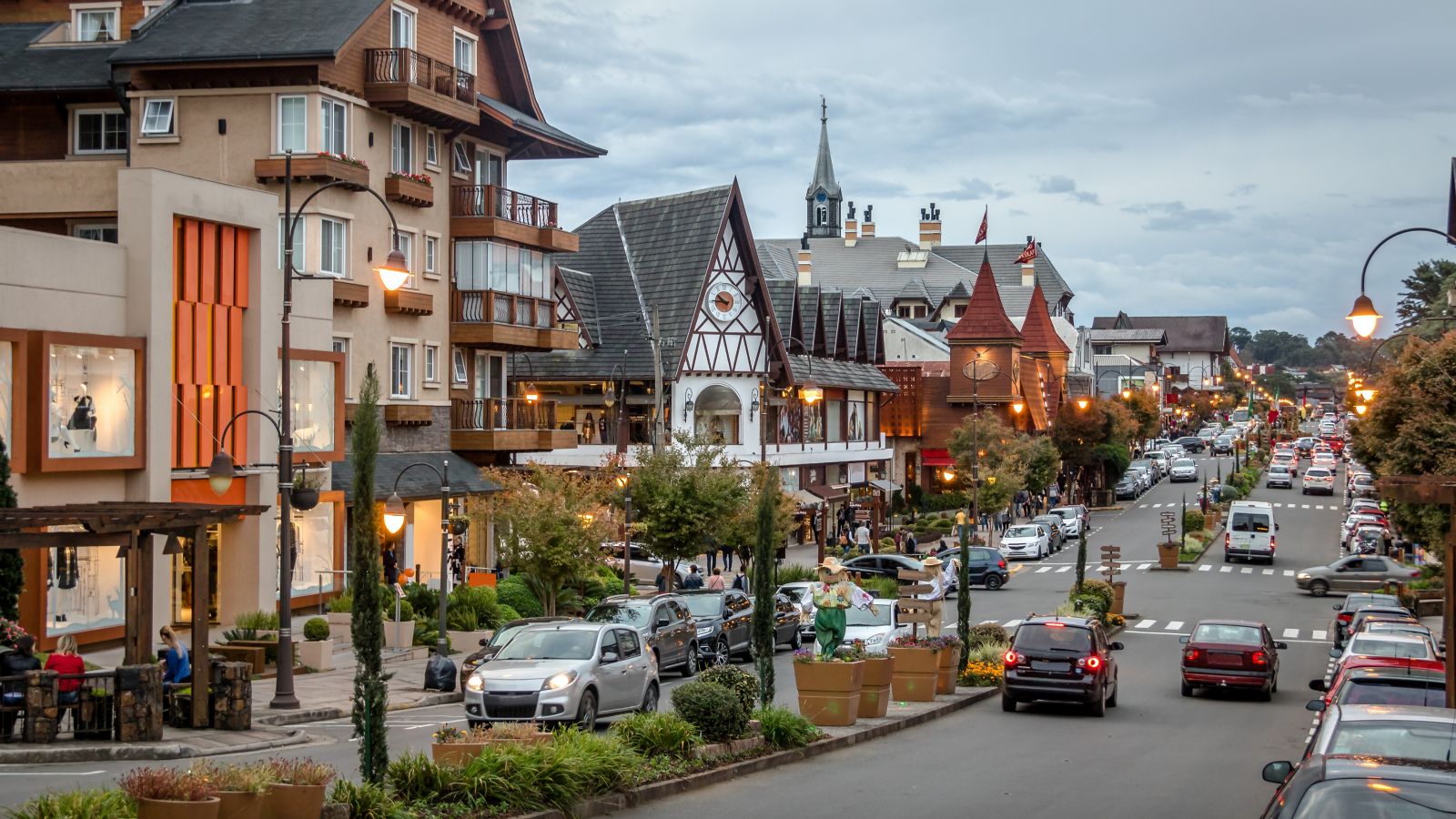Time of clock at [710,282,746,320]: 10:45
